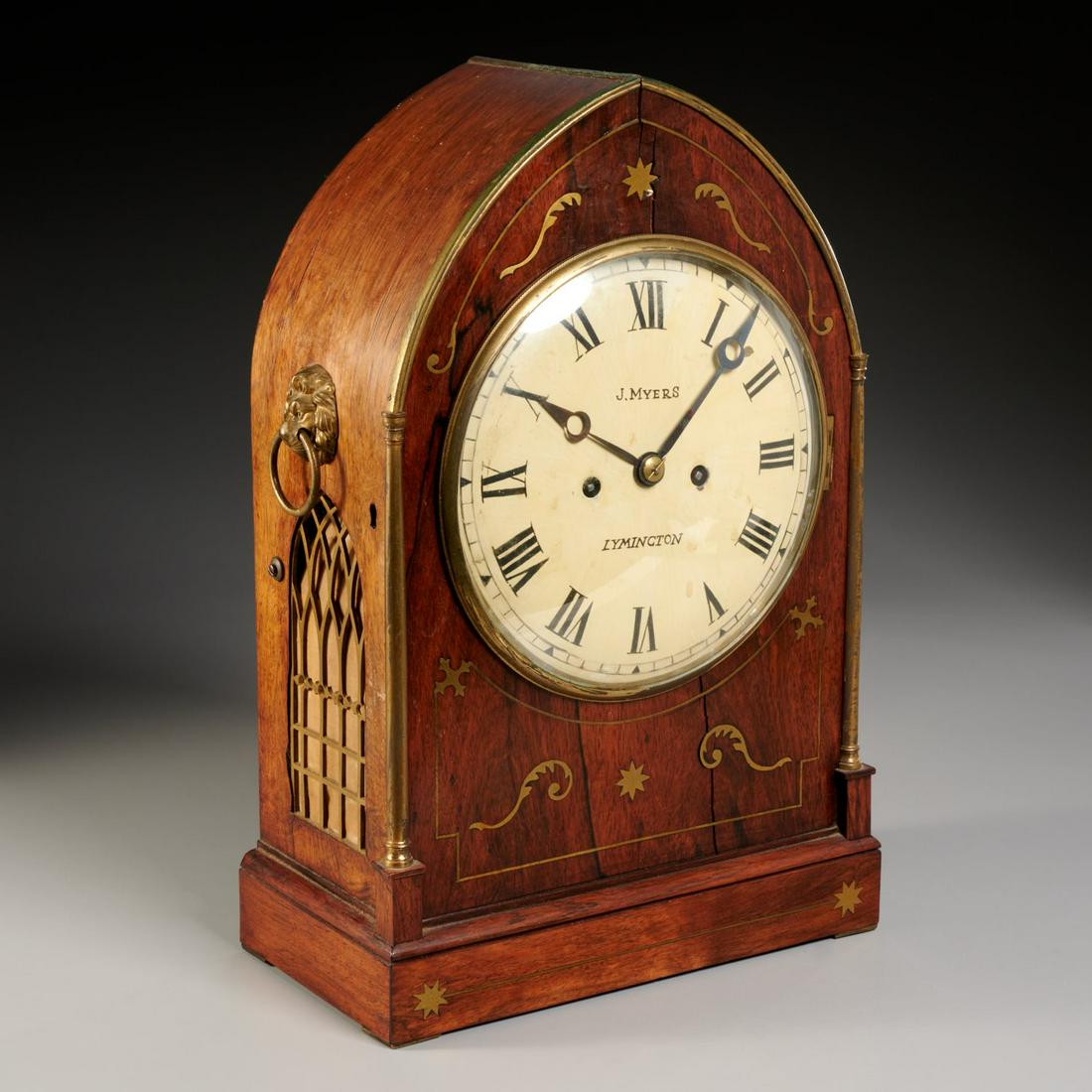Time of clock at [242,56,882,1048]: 10:07
